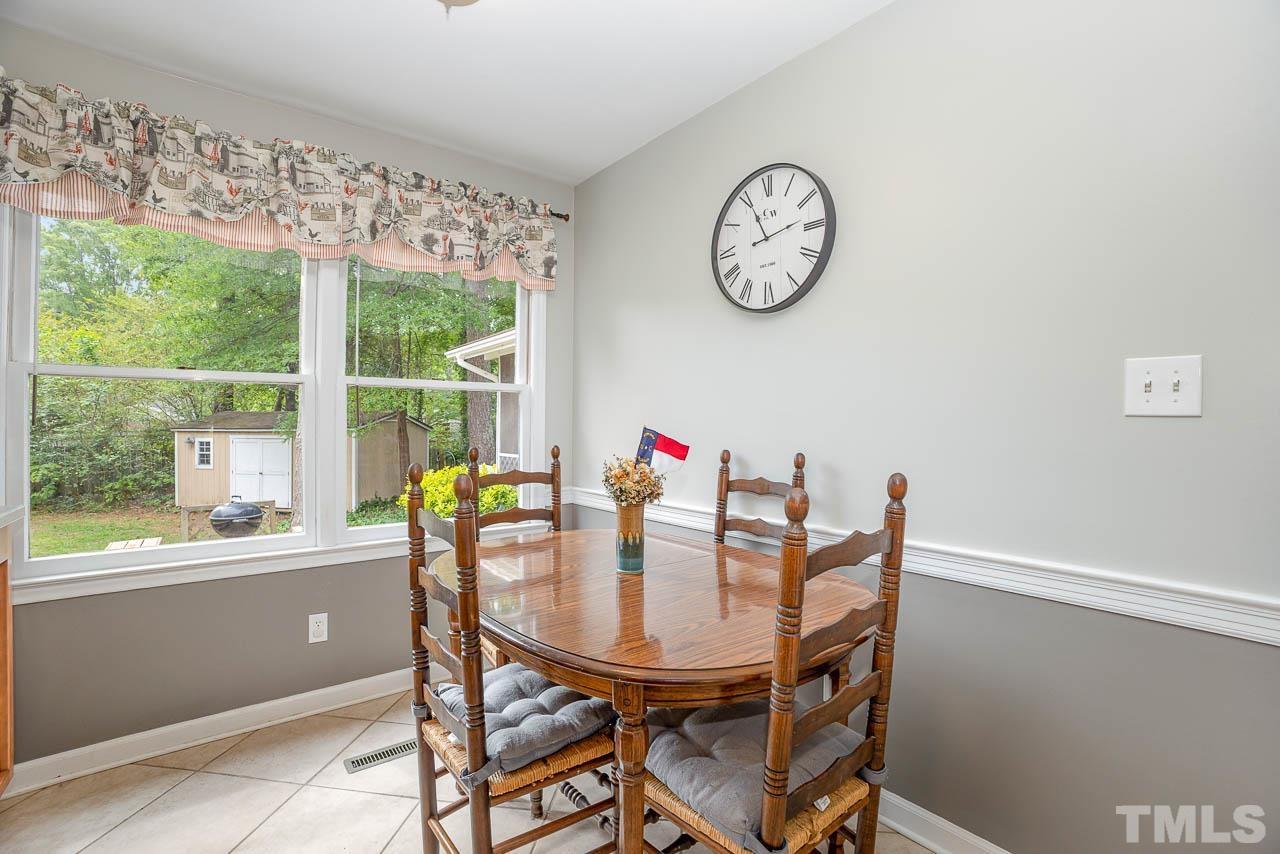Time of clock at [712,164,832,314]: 11:12
